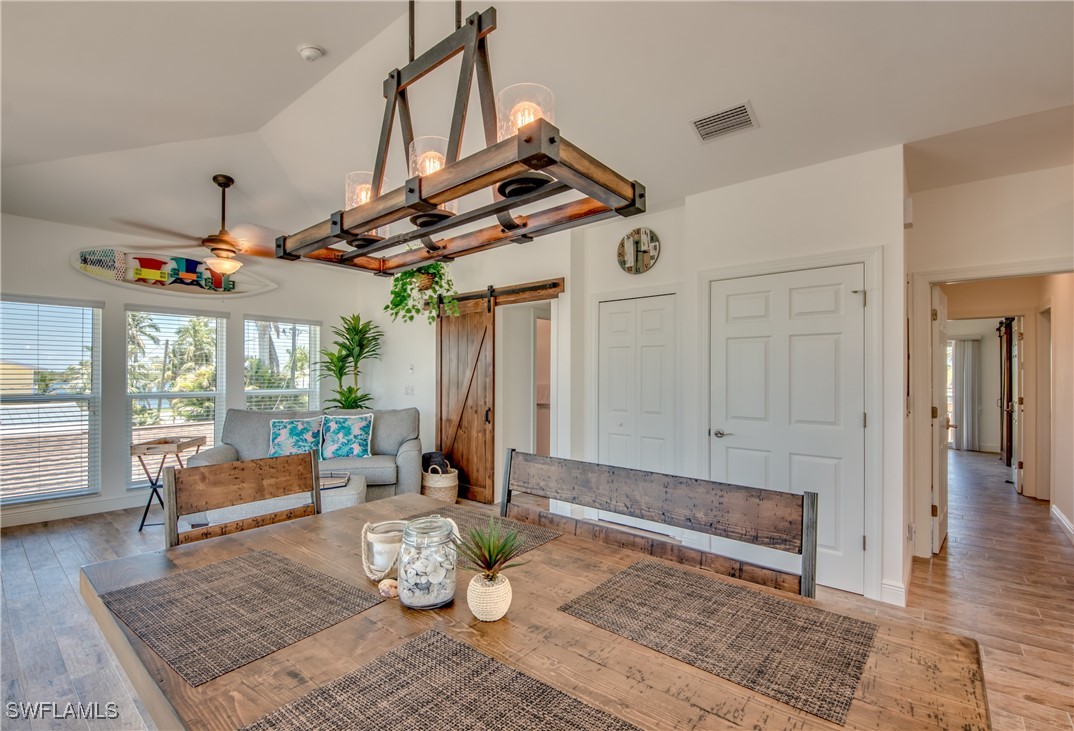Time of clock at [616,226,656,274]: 3:30
